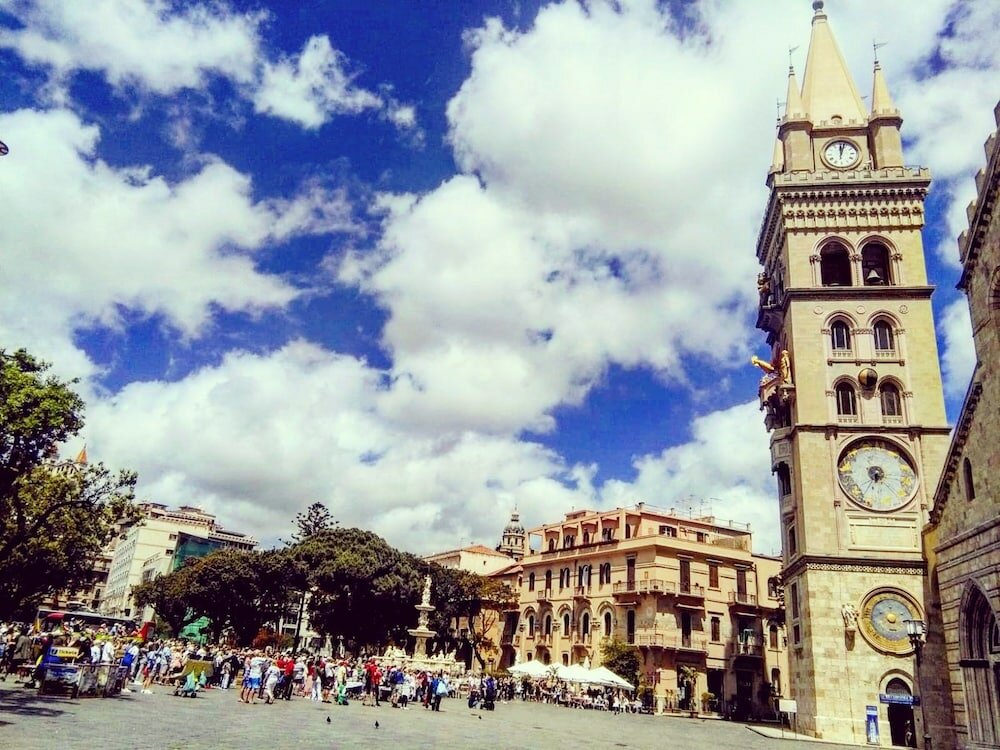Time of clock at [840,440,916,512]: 6:35
